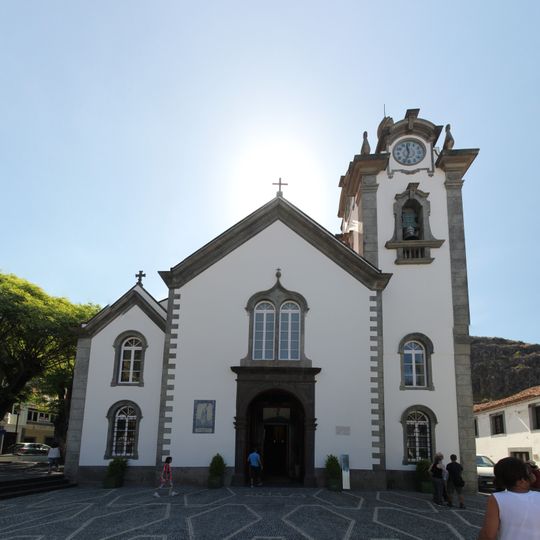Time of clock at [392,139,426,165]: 11:33
